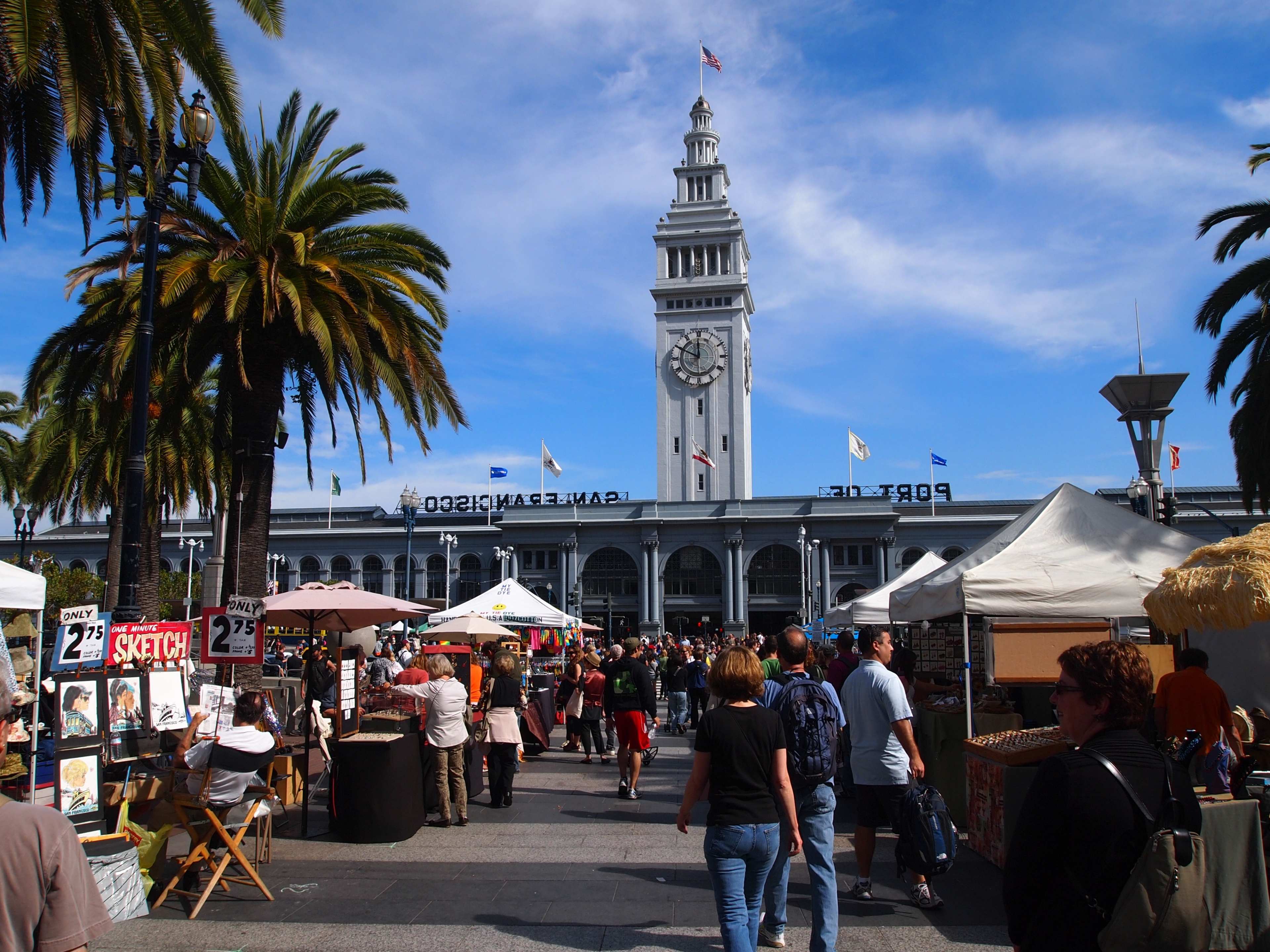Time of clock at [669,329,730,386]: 11:49
